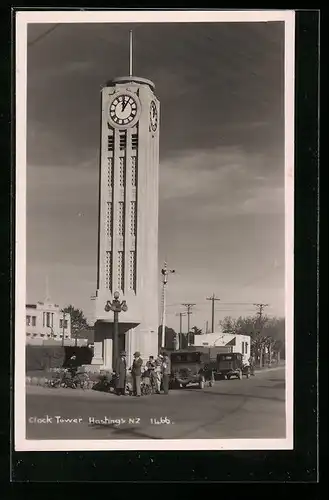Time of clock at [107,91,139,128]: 12:05
